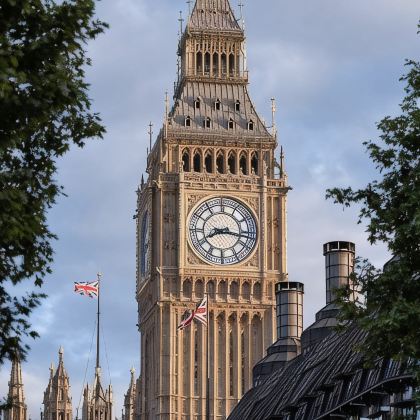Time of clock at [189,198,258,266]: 8:16
